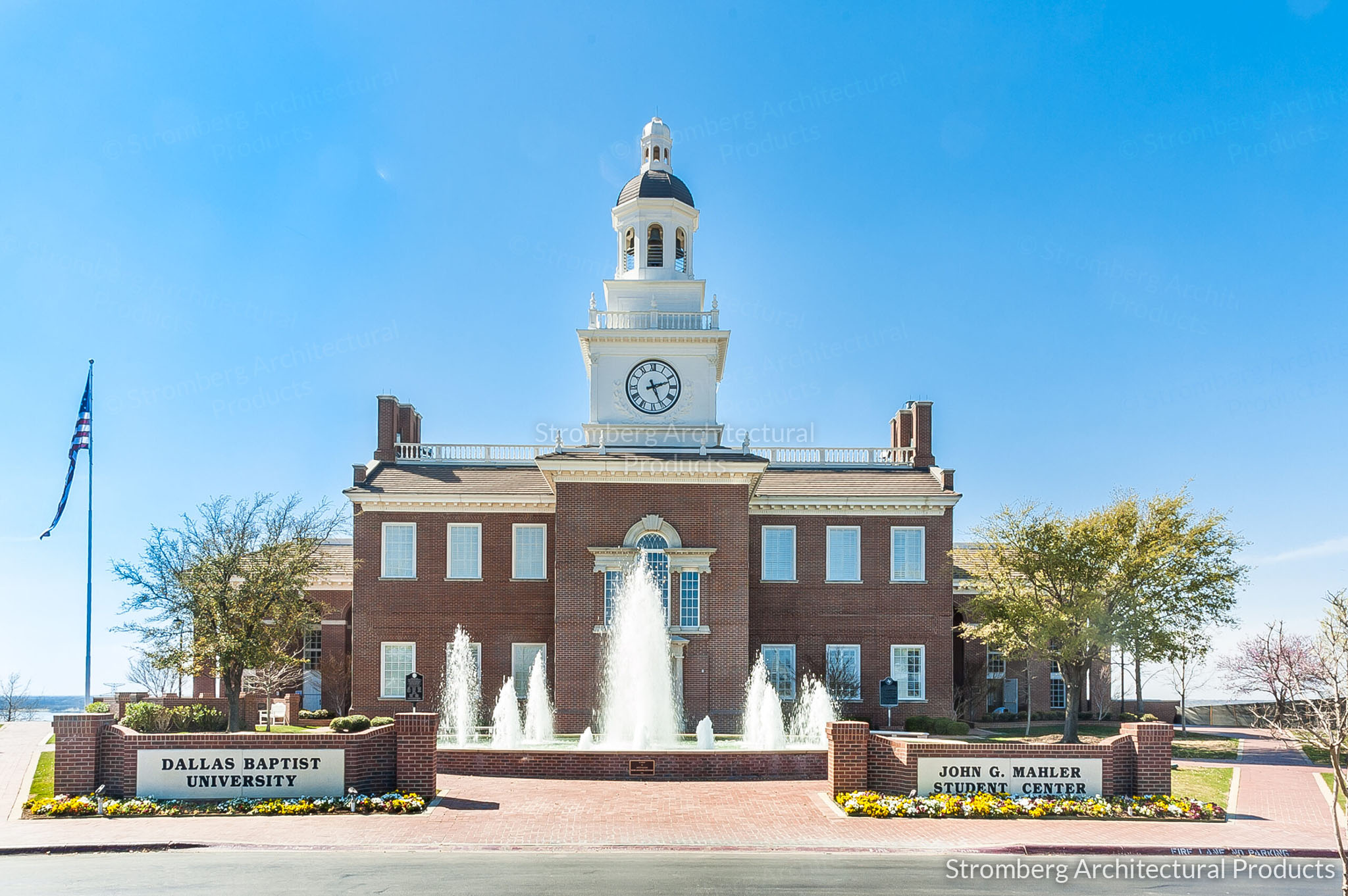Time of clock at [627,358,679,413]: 2:26
